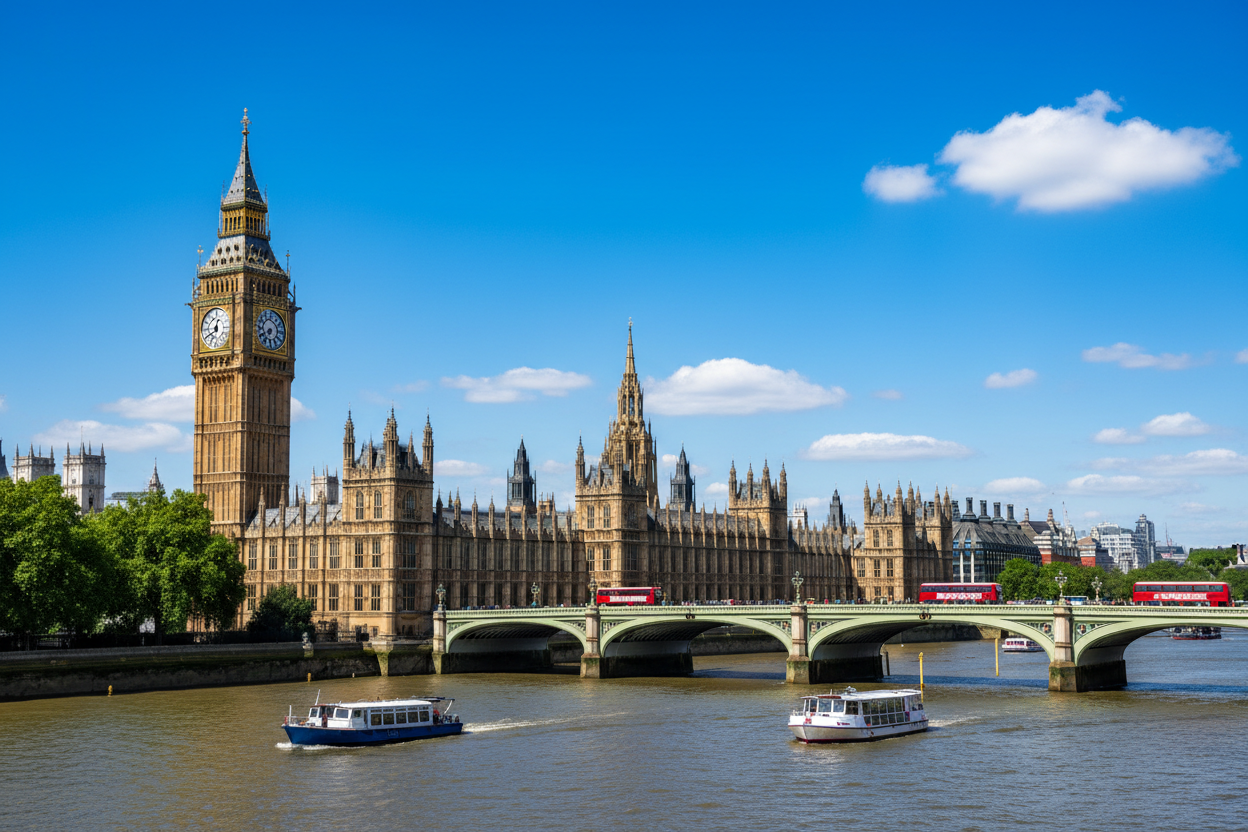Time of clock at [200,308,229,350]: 12:40
